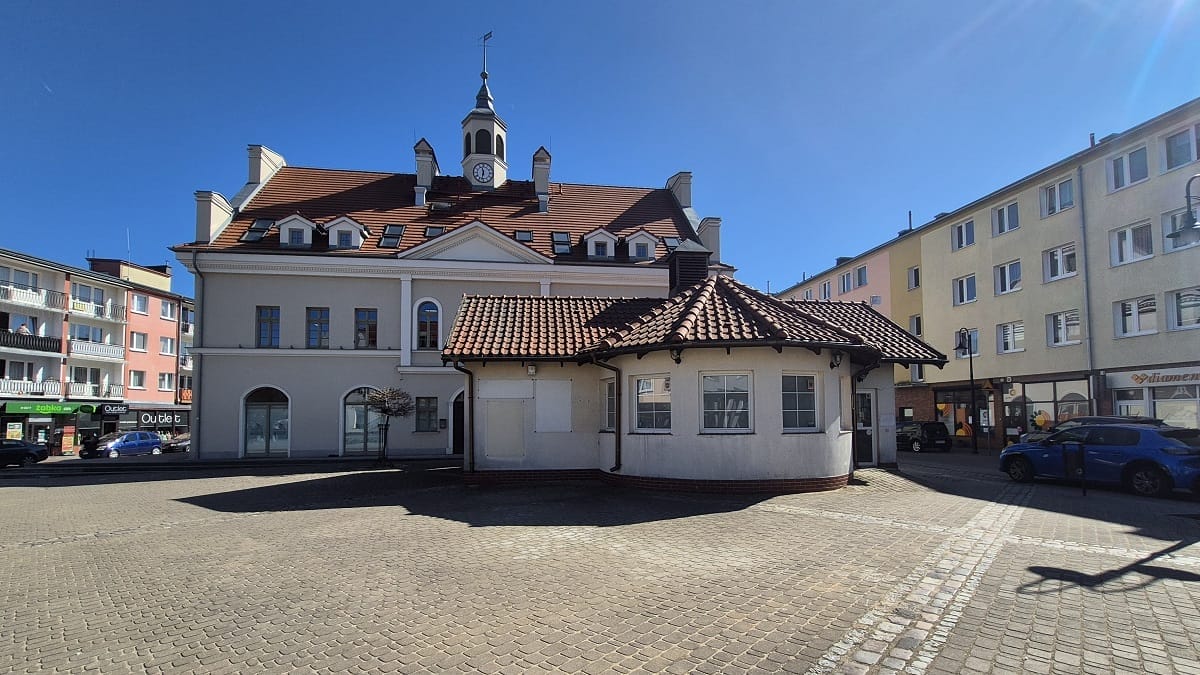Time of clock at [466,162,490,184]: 11:32
